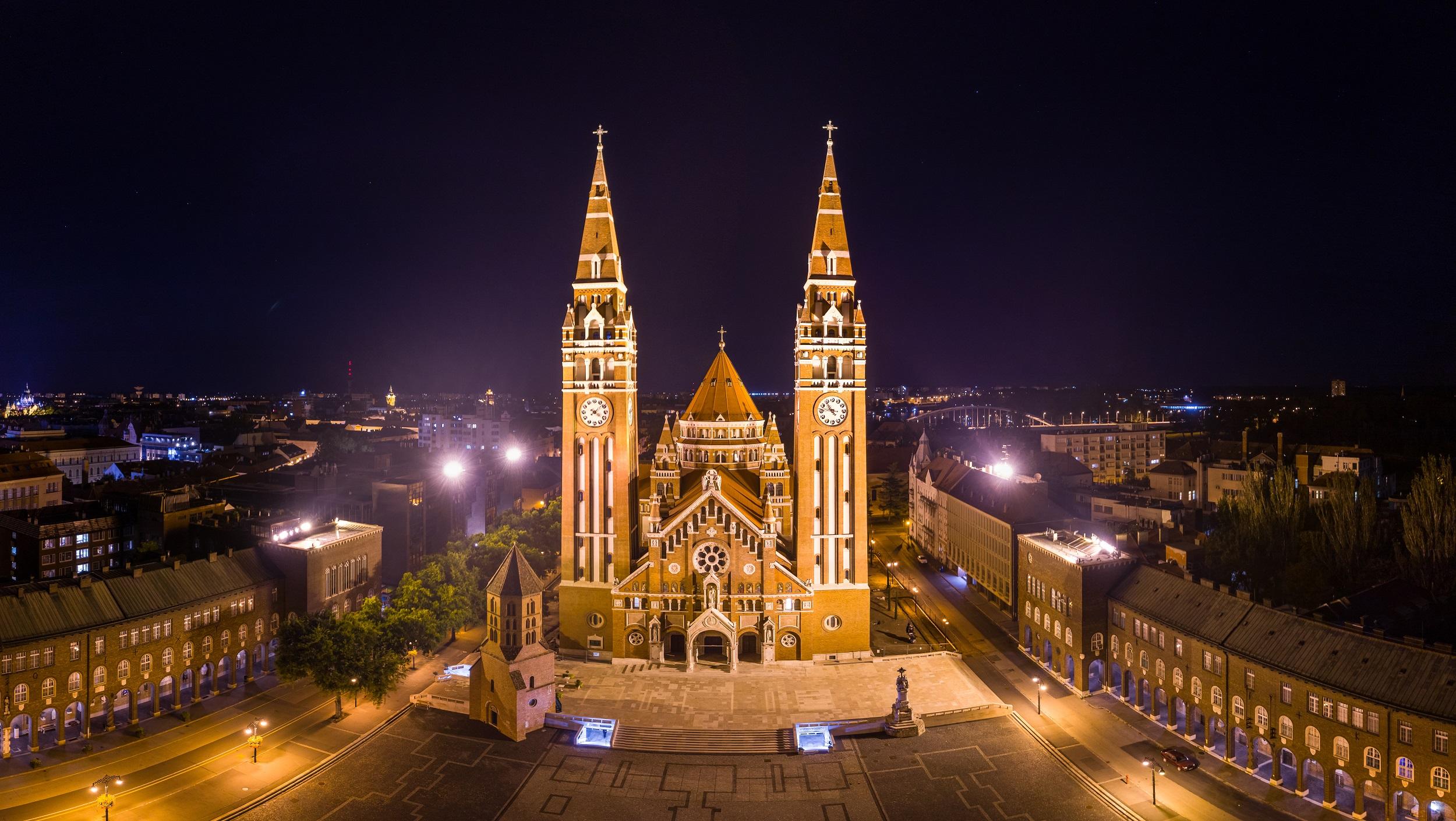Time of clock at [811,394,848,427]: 10:46
